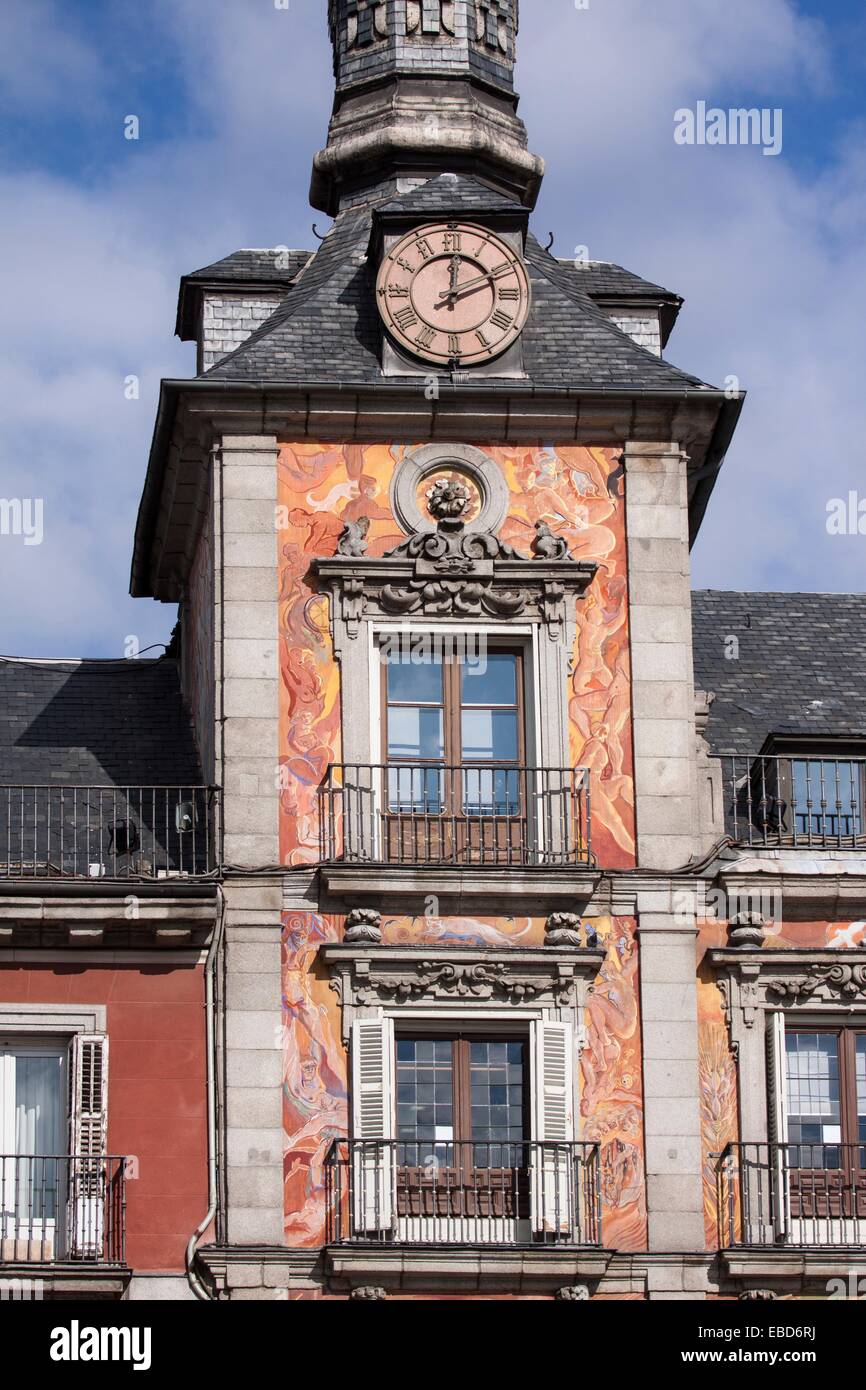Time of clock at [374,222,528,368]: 12:11
